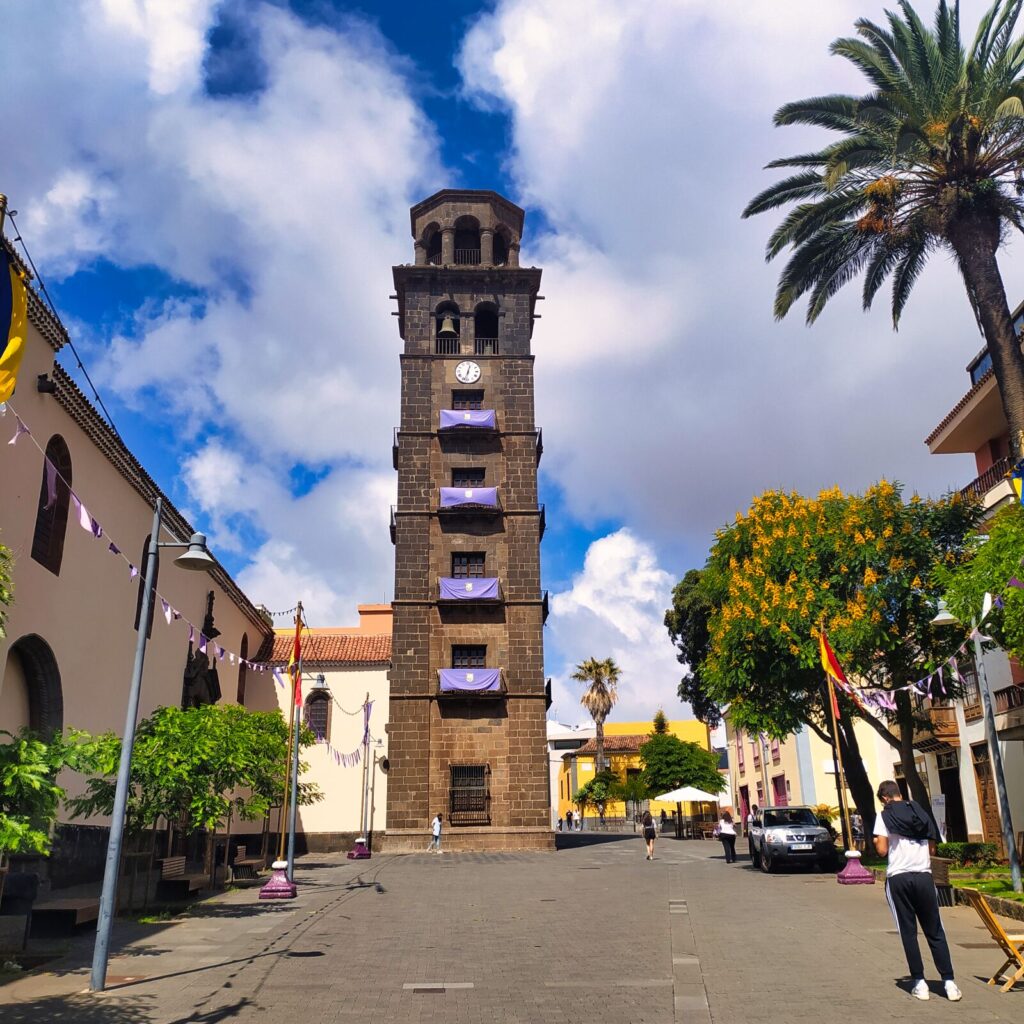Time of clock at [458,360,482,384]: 12:32
